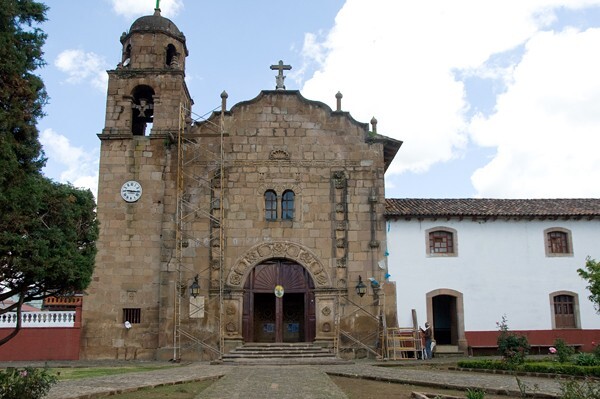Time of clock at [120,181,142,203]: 9:15
